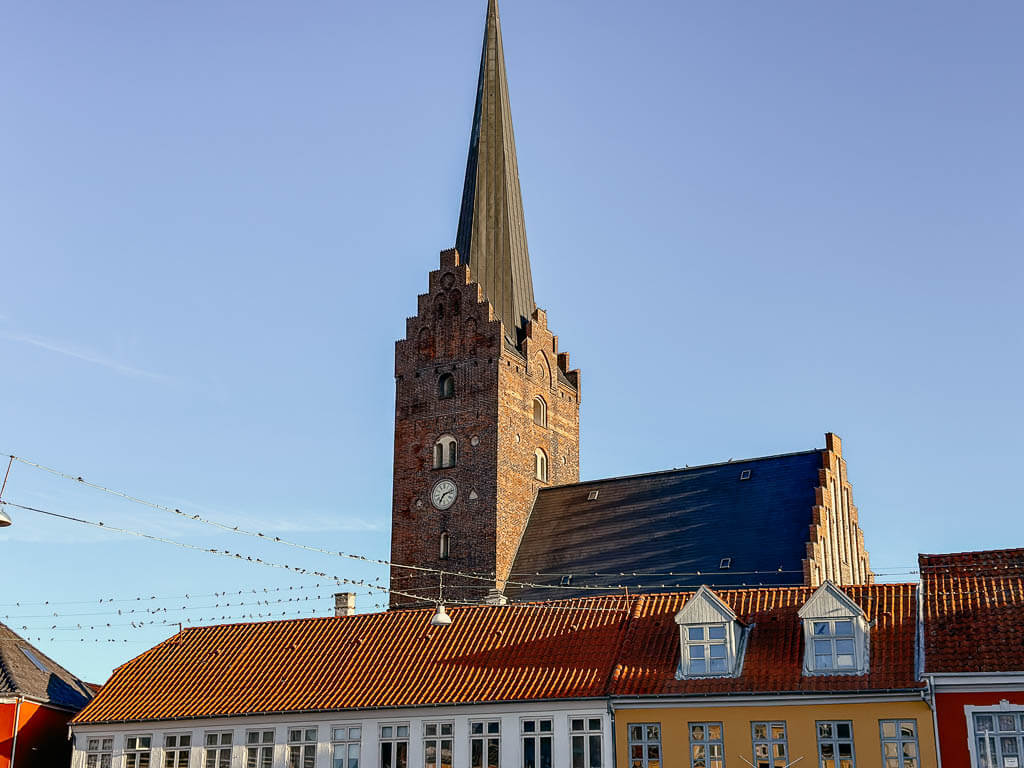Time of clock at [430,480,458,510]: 7:12
